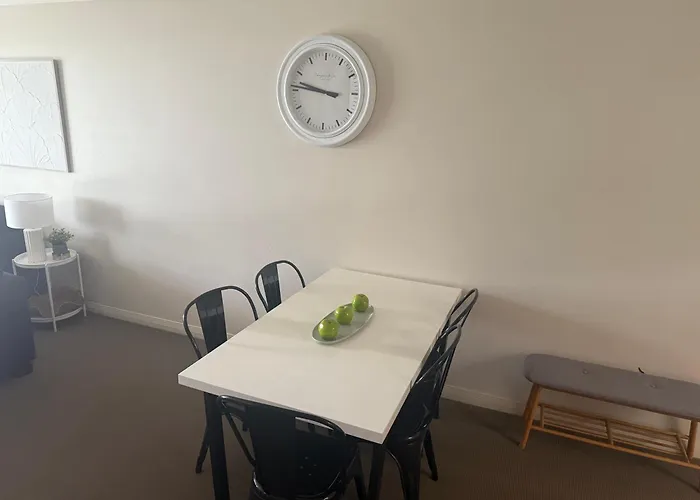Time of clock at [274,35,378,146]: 9:46
